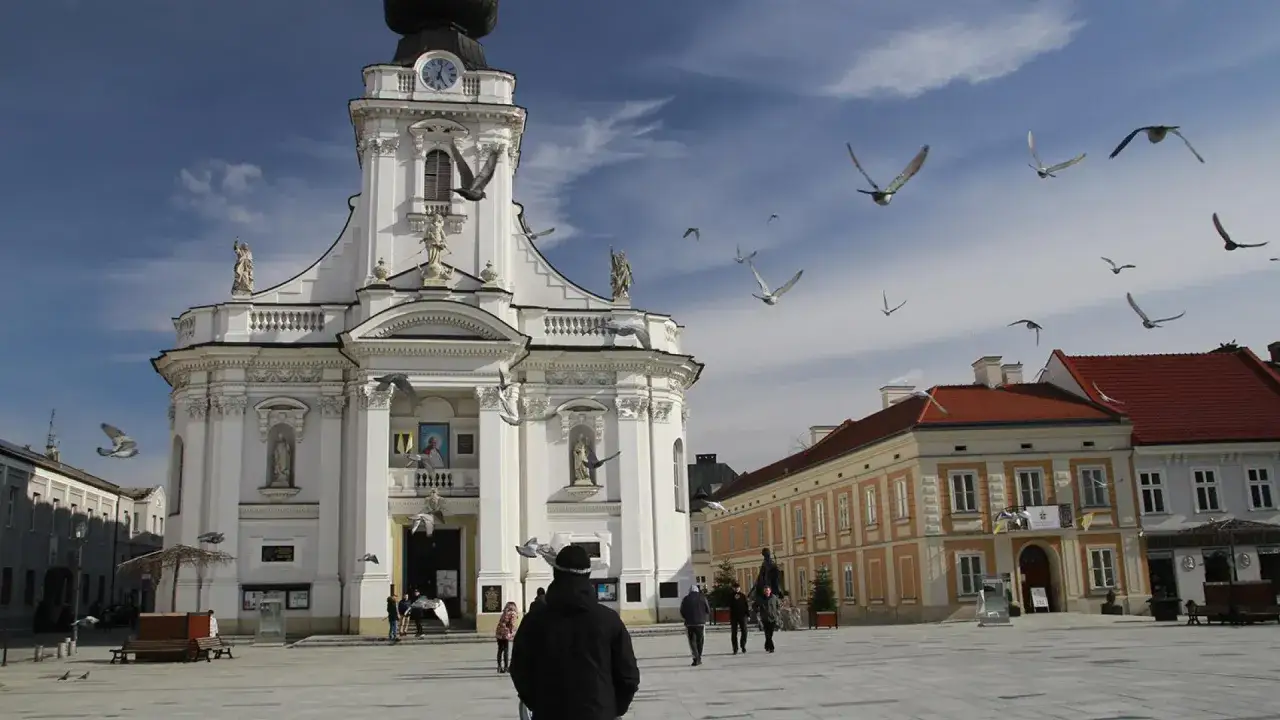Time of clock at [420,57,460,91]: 5:01
